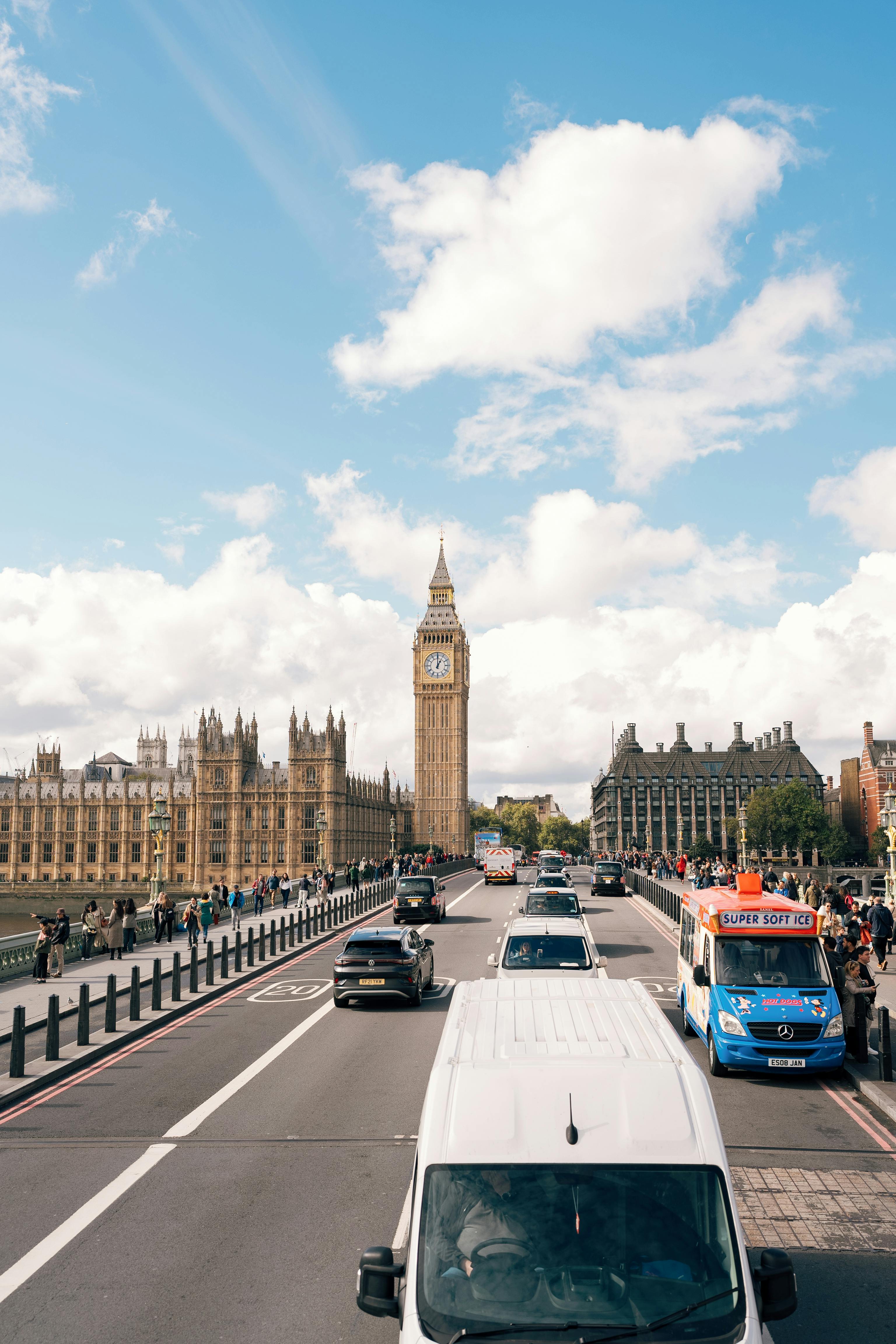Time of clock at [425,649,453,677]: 1:00
